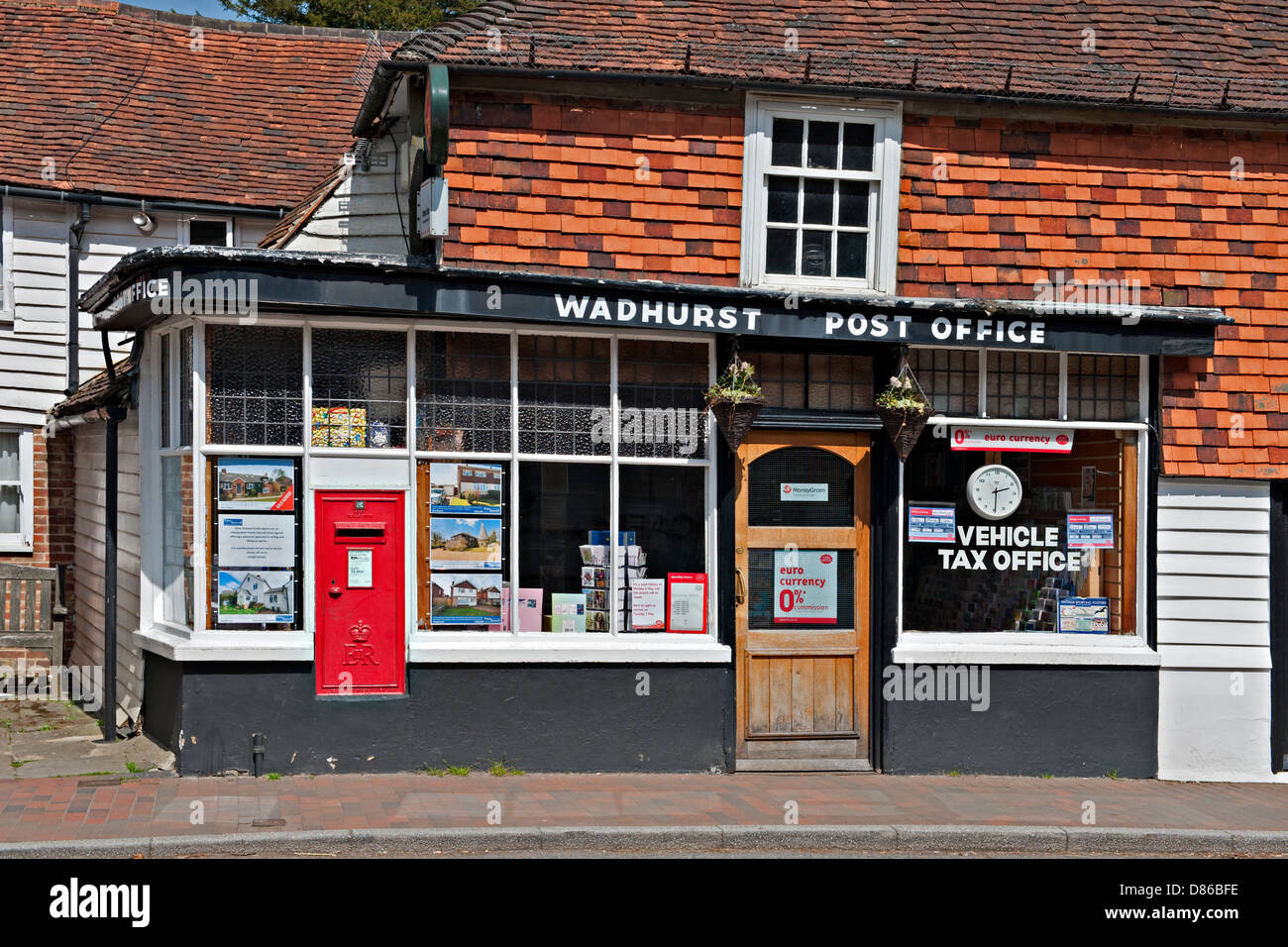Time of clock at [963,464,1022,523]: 2:29
